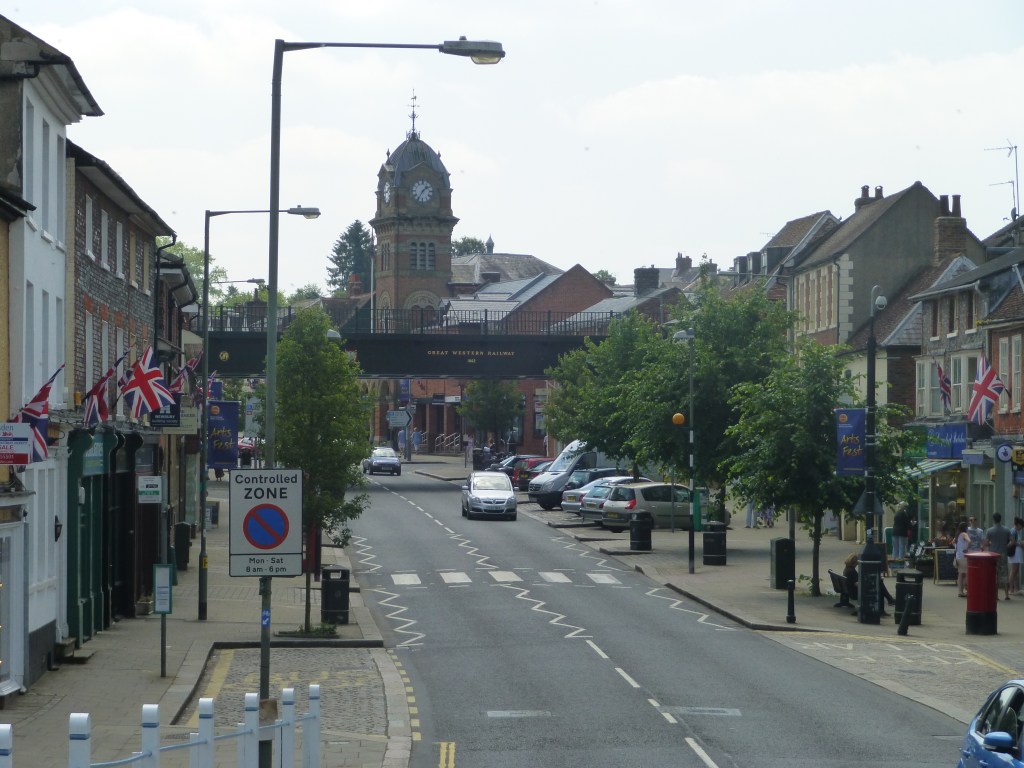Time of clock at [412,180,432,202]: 1:35
